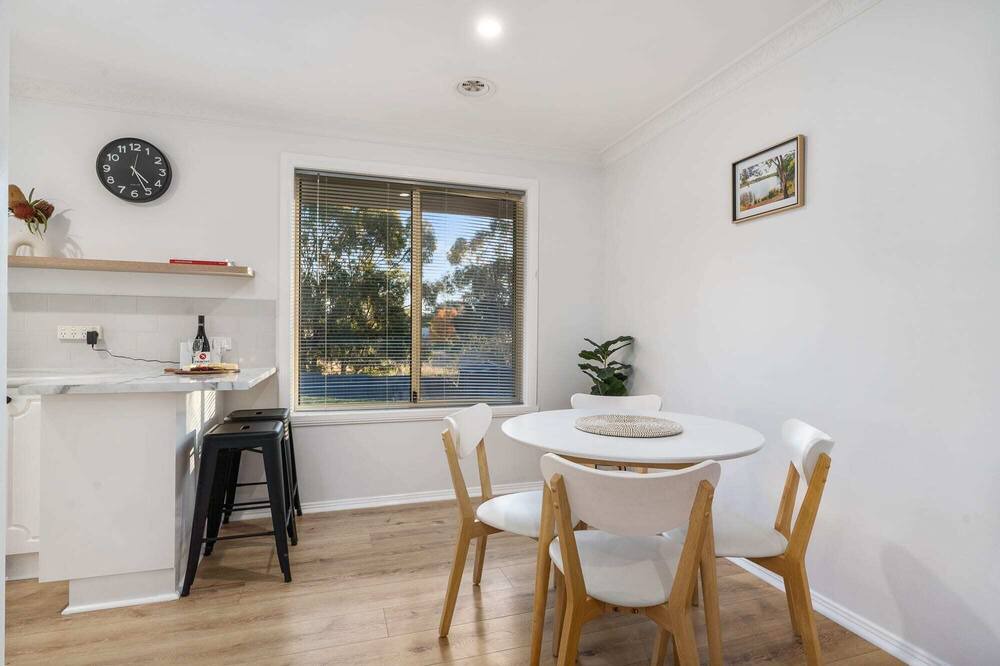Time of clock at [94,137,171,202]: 4:25
